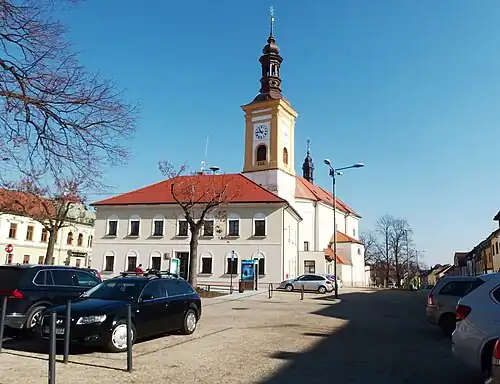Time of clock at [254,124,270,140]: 10:45
